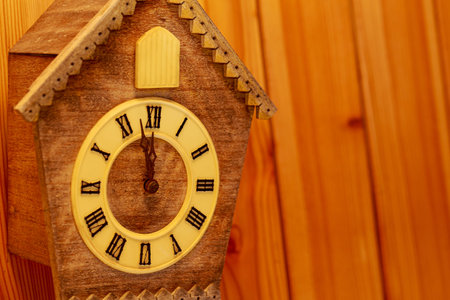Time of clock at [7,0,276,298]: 11:58
